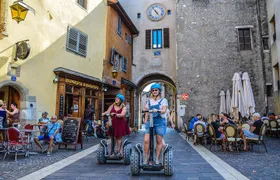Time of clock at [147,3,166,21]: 4:54
